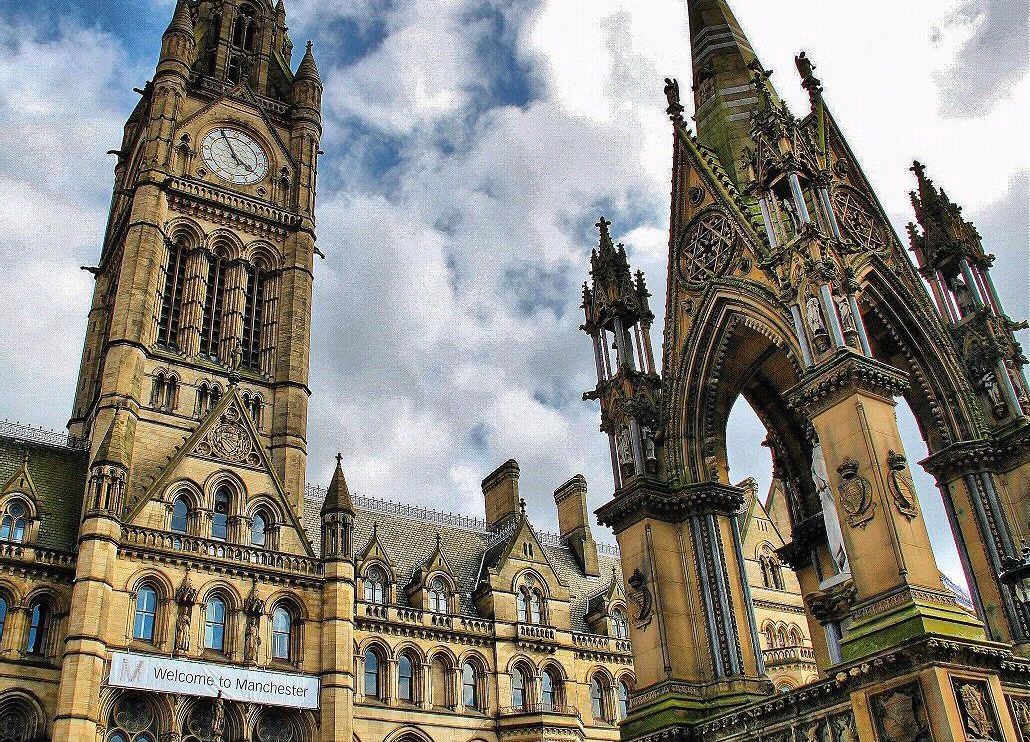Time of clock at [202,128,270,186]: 3:55
